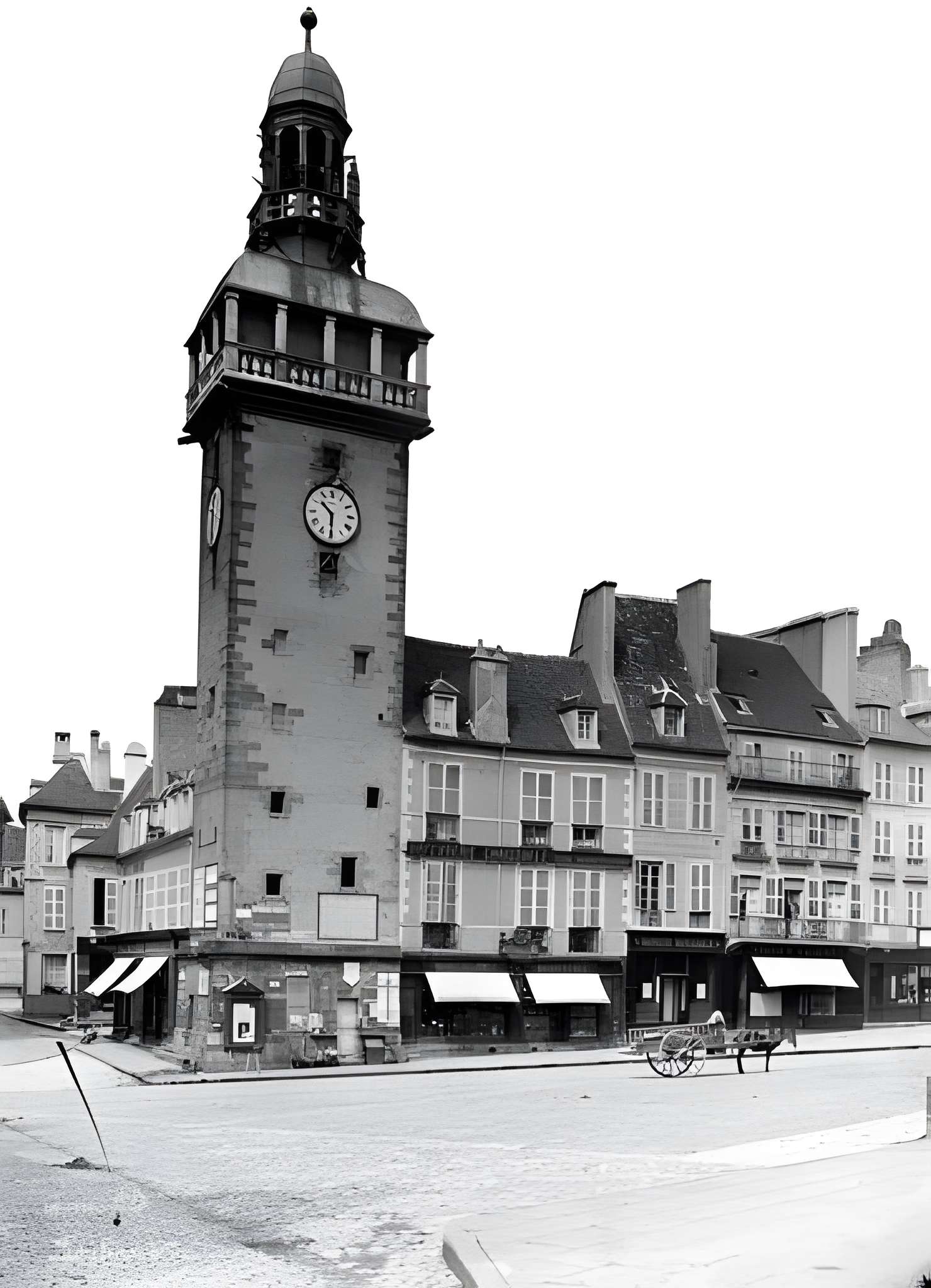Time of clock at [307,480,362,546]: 10:30
